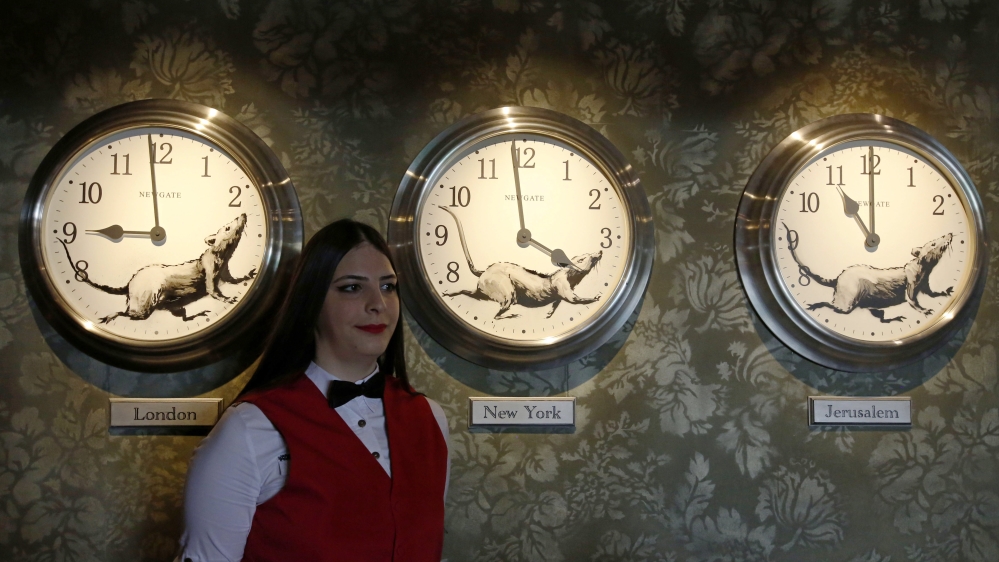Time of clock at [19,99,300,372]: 8:58
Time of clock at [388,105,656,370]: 3:58
